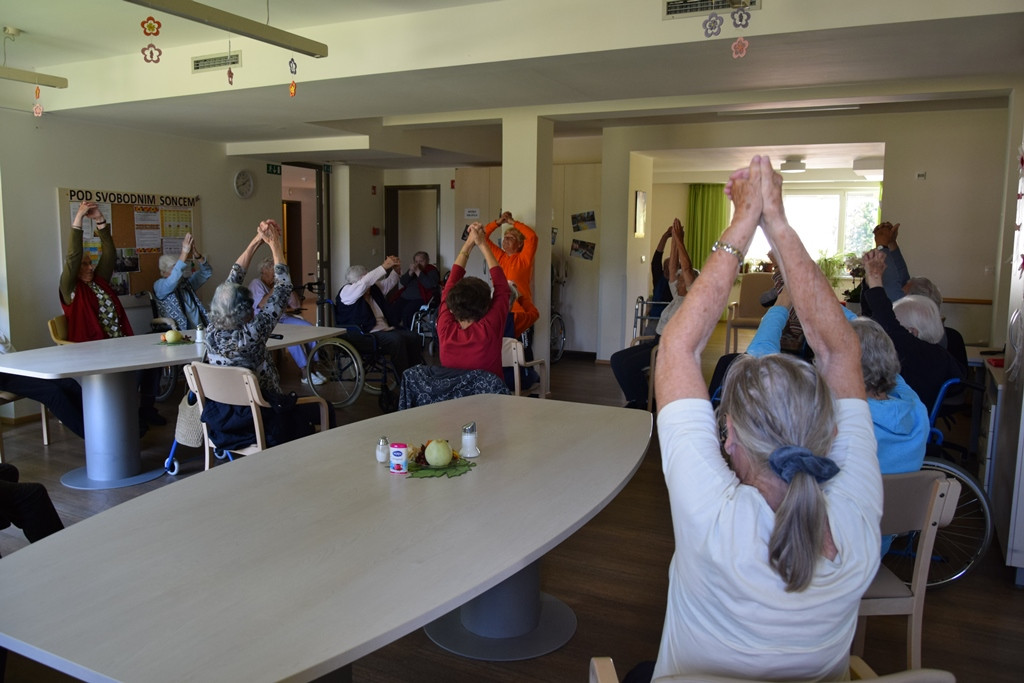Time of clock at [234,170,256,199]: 1:41
